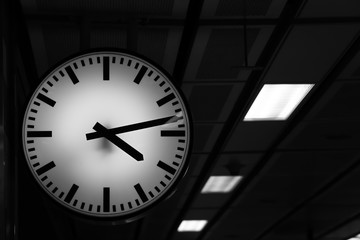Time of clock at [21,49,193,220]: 4:12
